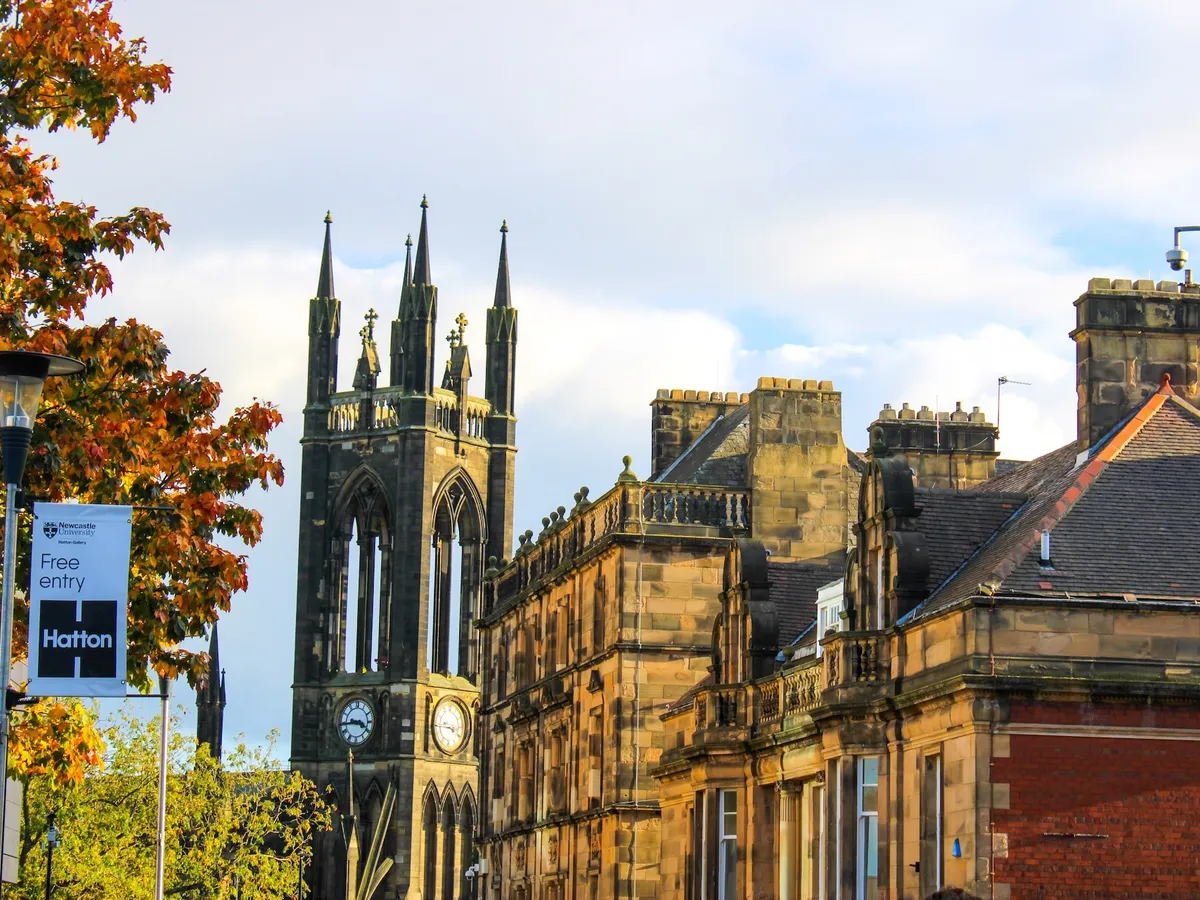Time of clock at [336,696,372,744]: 3:44
